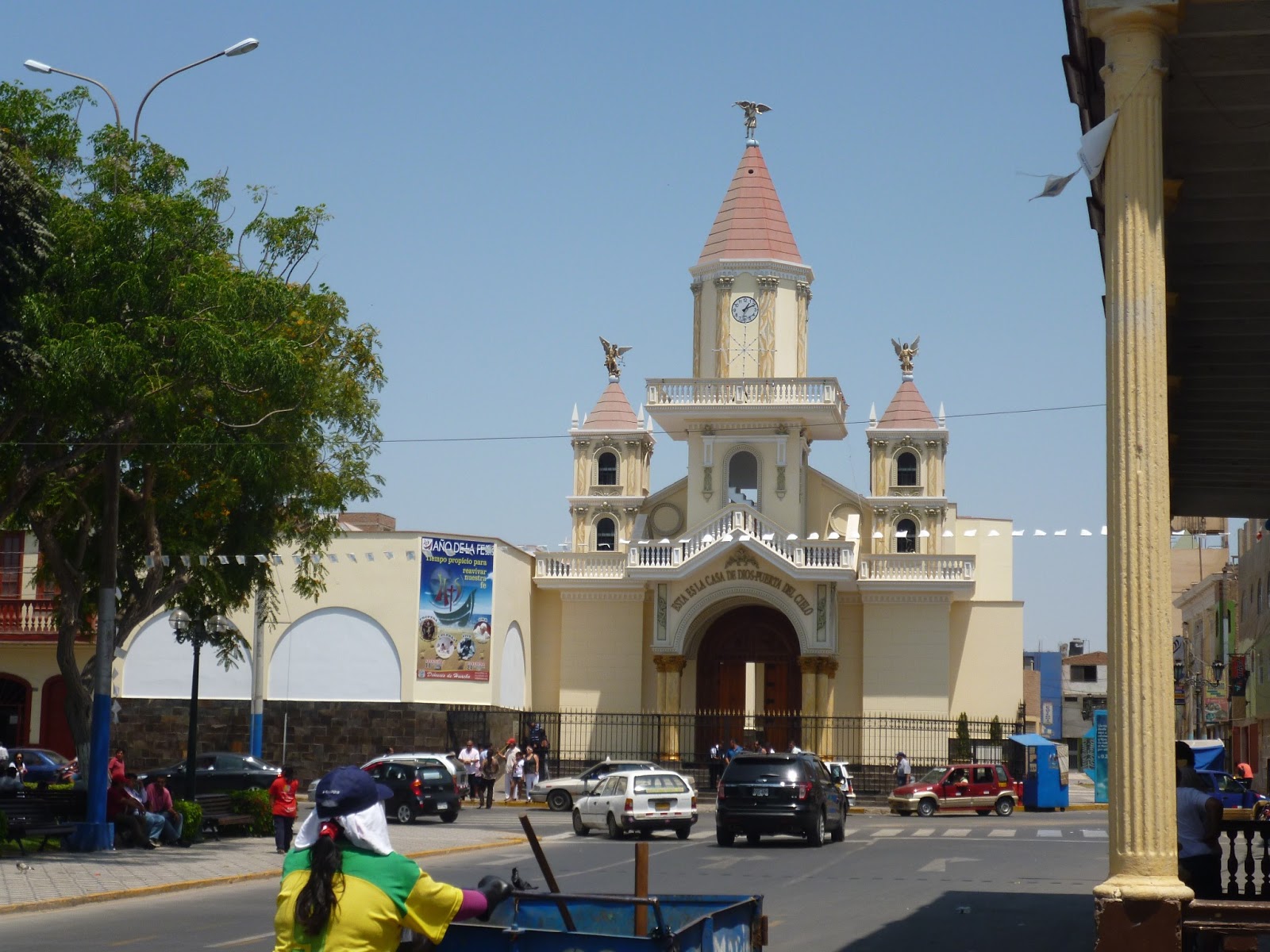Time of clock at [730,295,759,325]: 1:10
